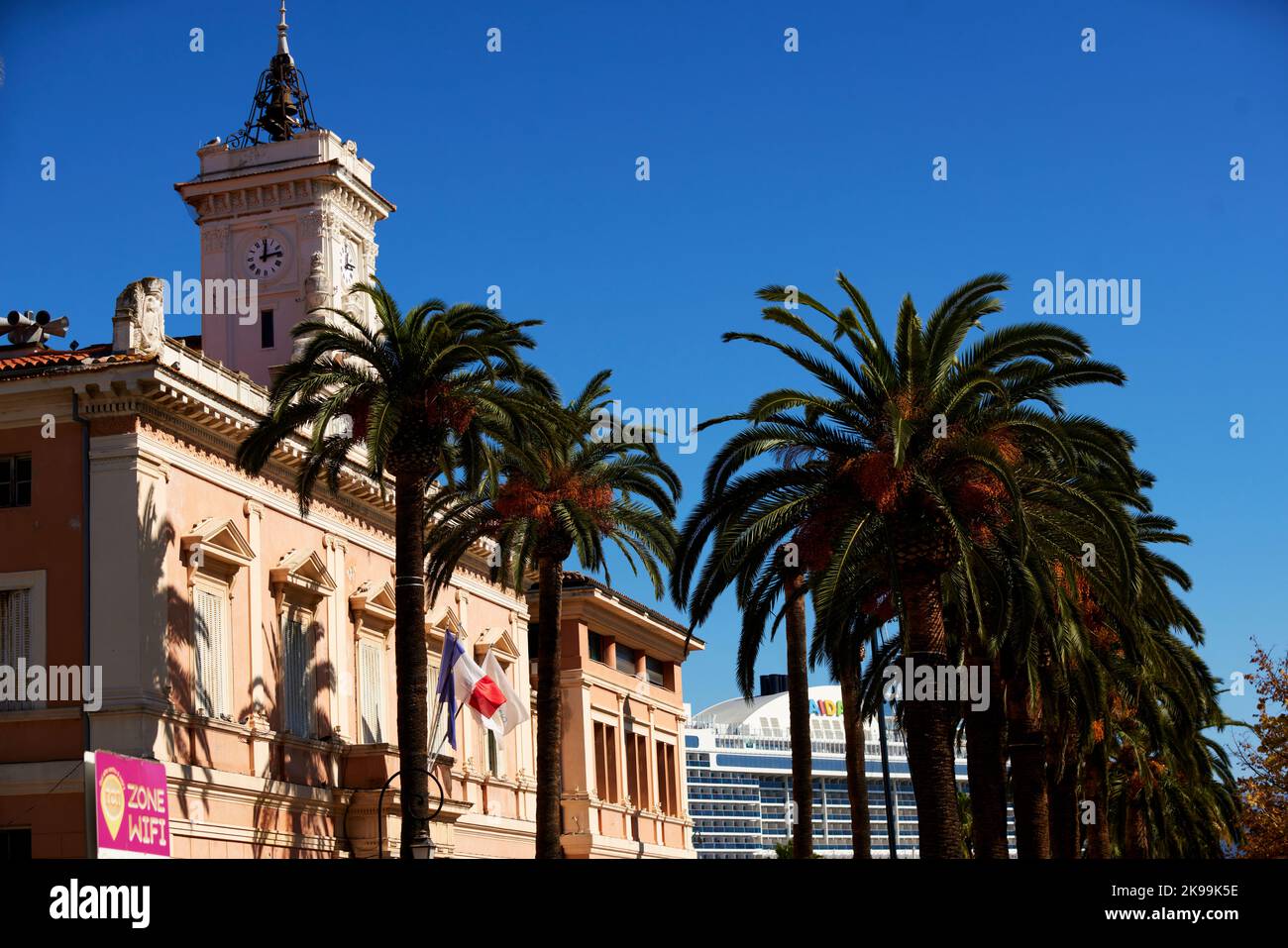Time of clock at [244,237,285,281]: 12:13
